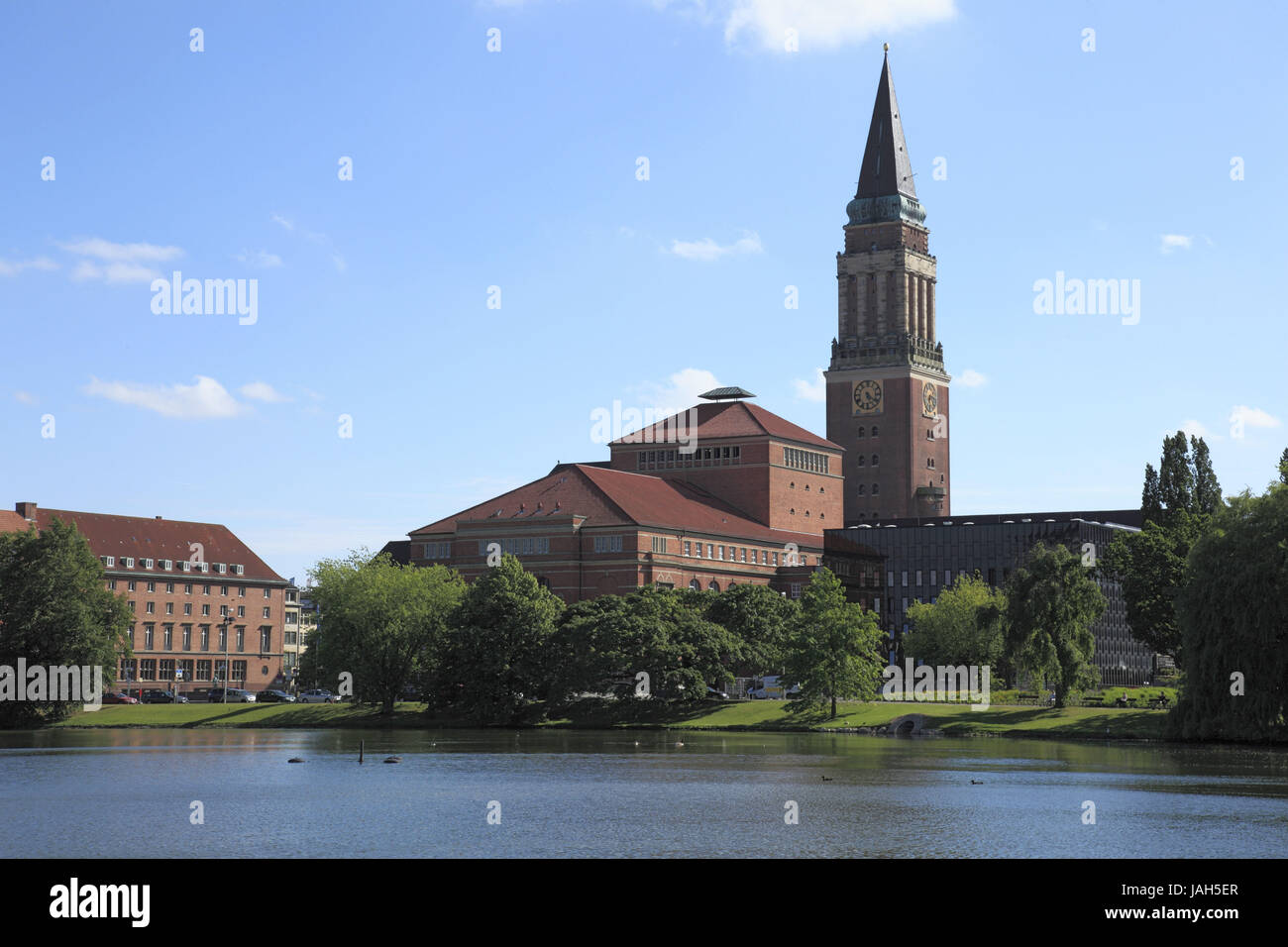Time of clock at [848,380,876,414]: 5:21
